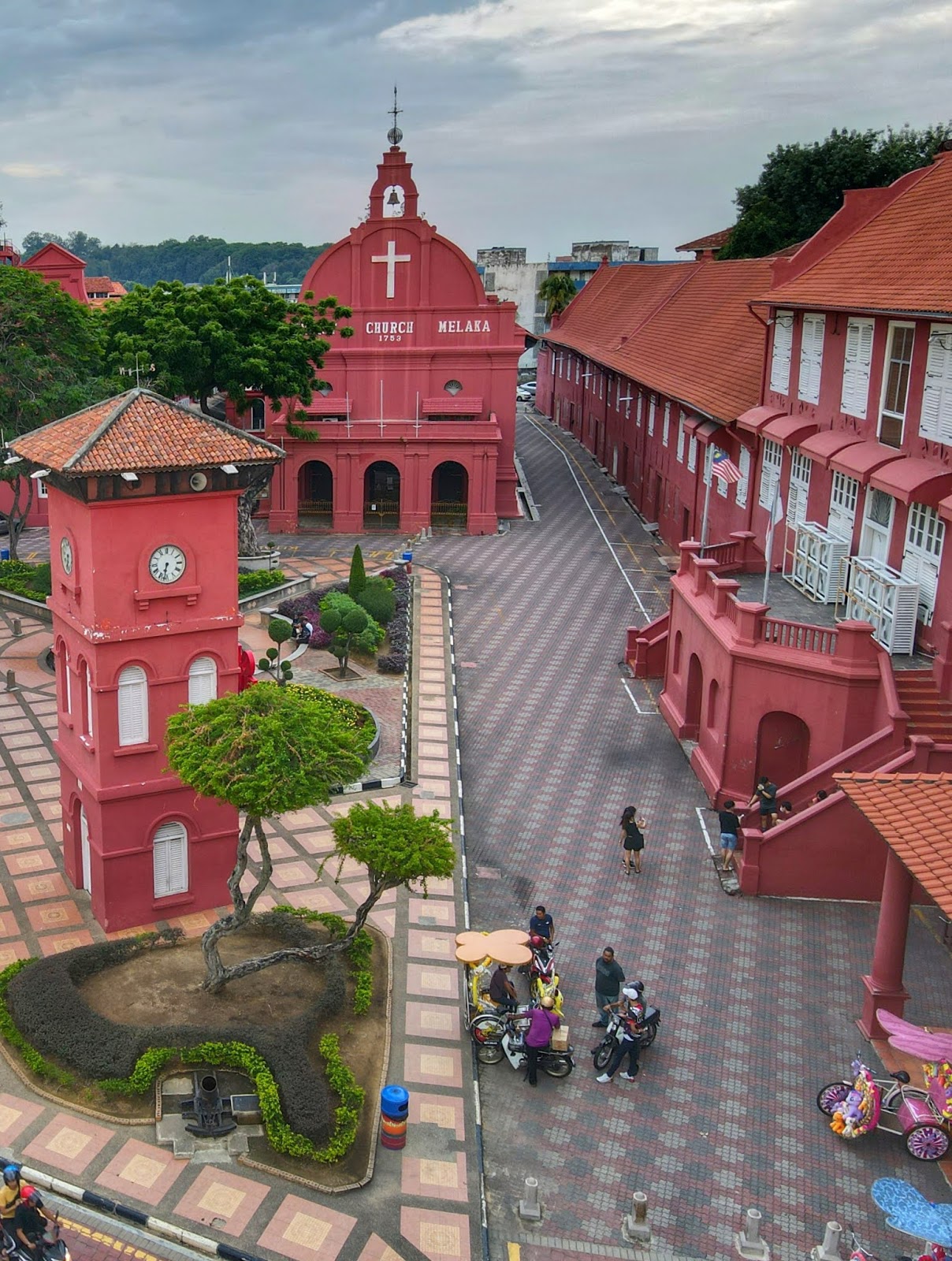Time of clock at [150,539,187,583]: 6:32
